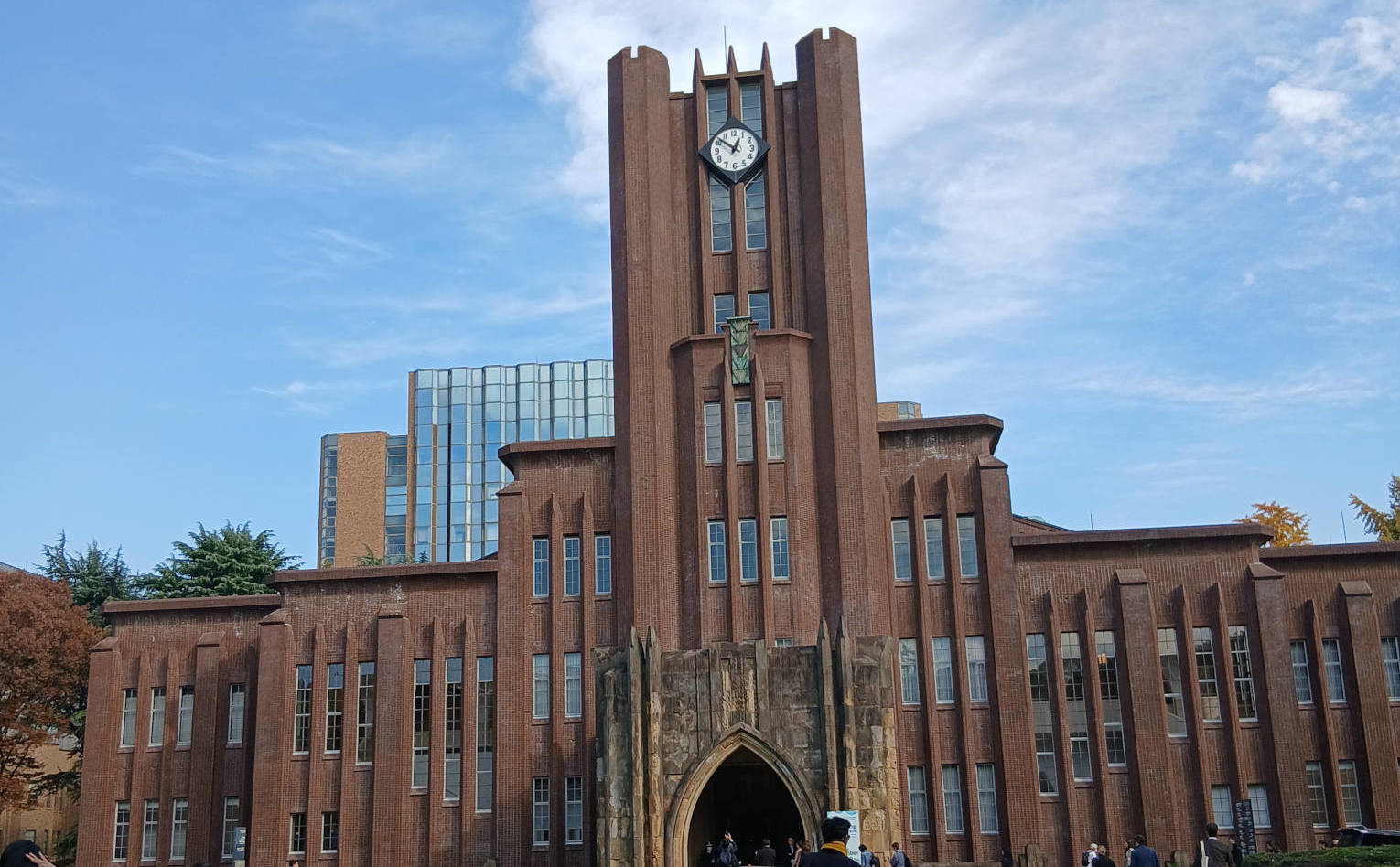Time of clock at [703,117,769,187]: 12:51
